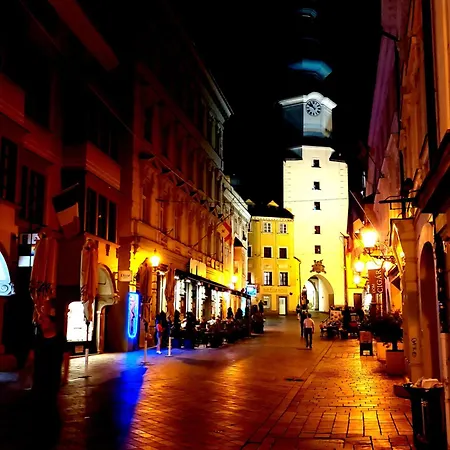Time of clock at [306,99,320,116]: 10:50
